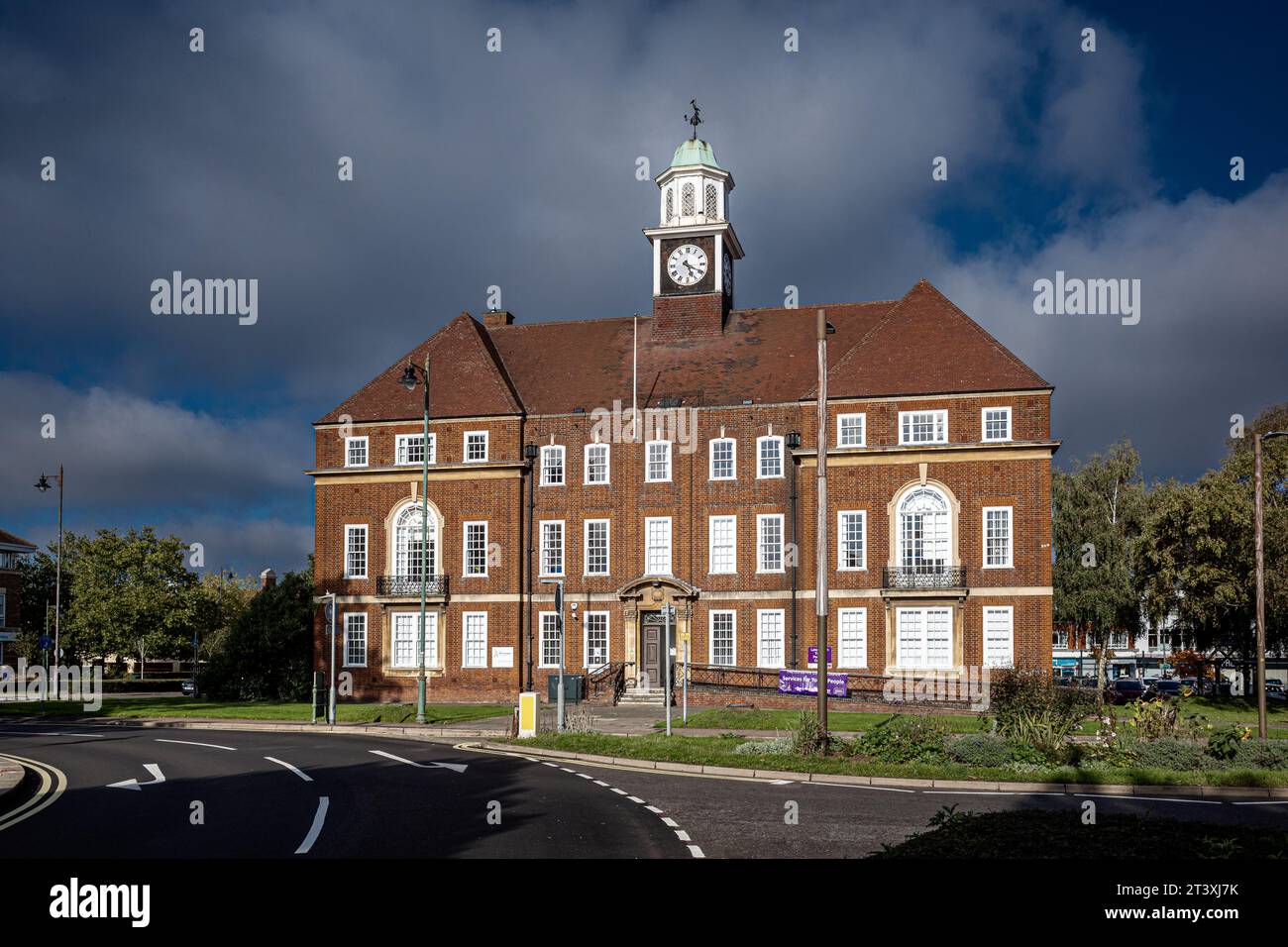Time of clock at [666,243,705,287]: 5:19
